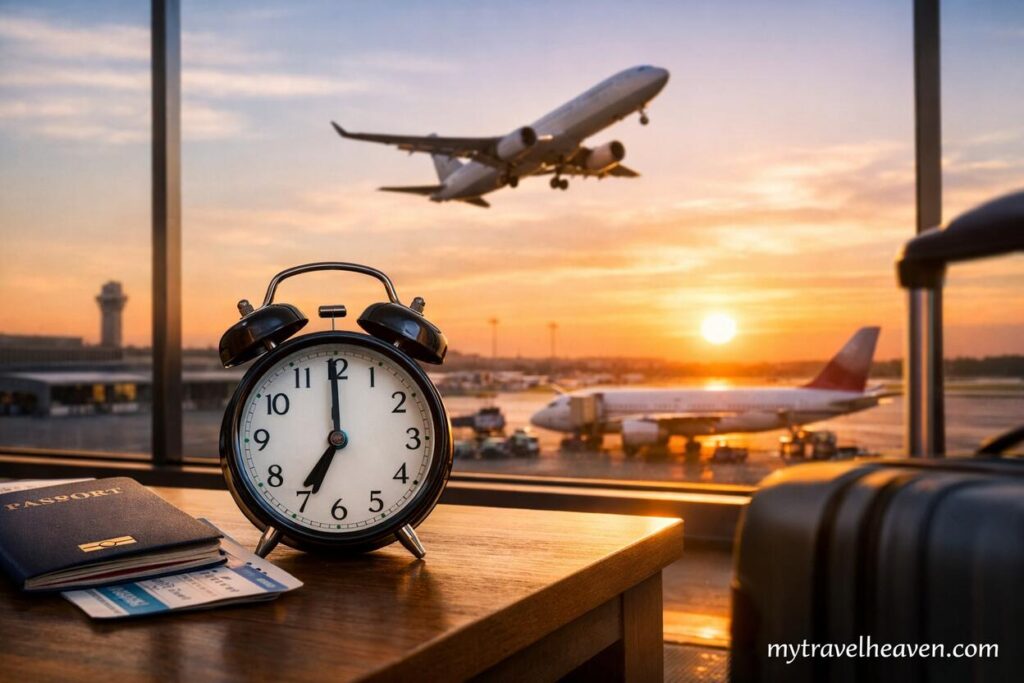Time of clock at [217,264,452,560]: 7:00
